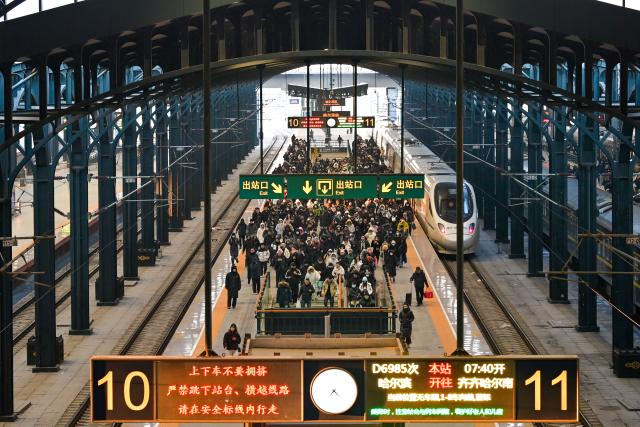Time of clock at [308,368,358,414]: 7:21
